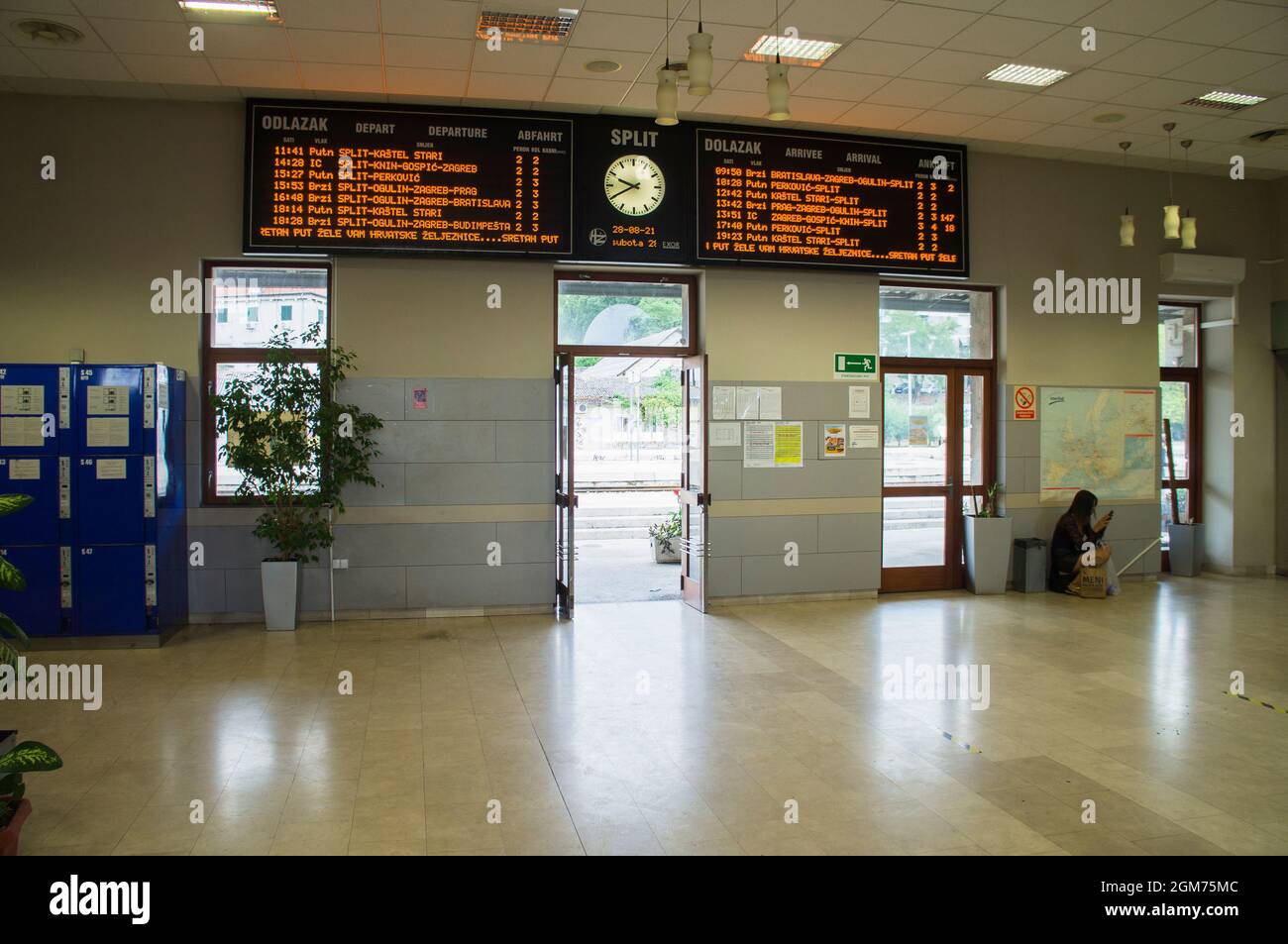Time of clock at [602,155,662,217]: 9:40
